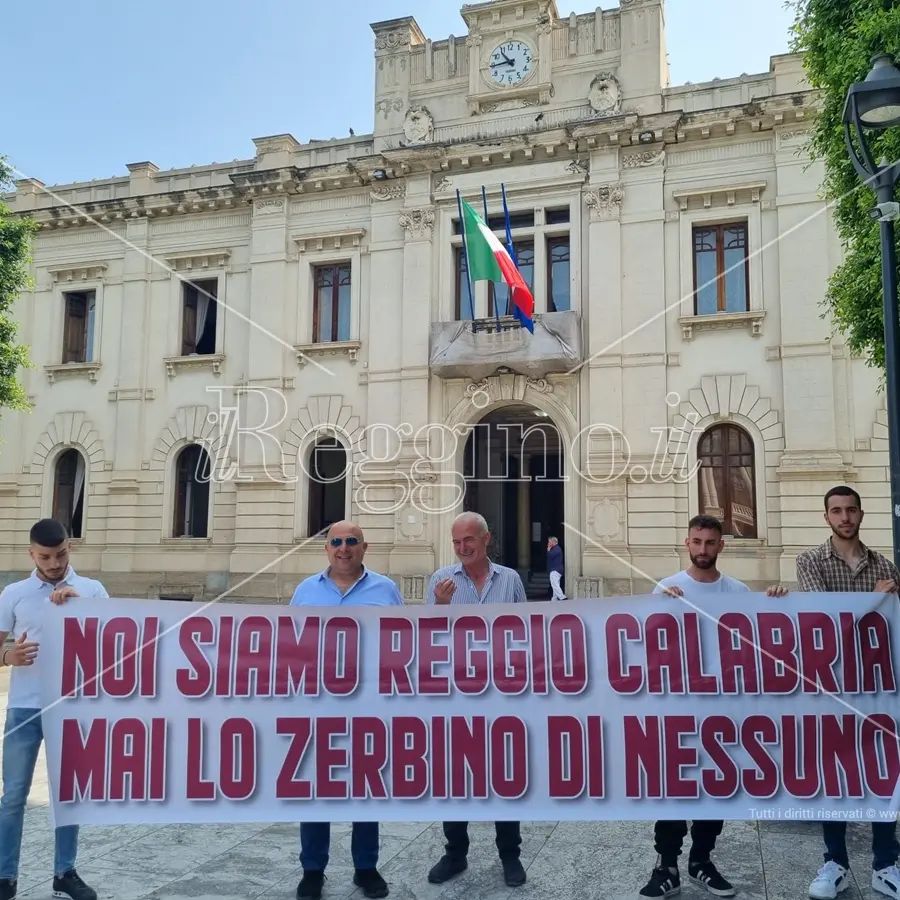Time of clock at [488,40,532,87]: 10:44
